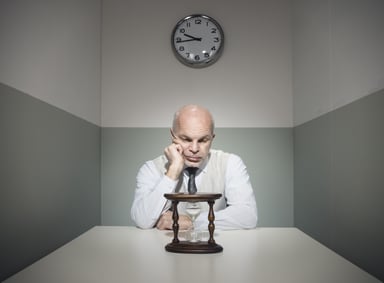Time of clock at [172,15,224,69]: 9:43
